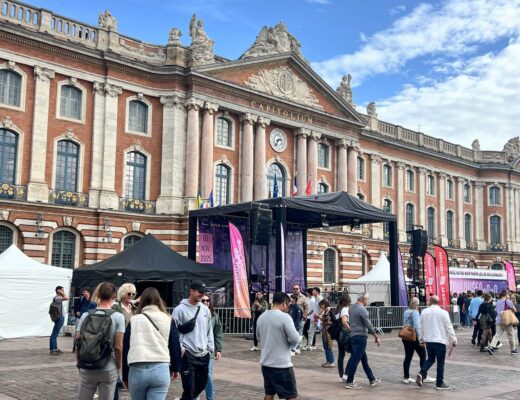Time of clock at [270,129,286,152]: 2:36
